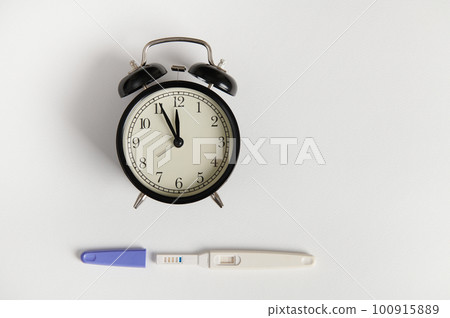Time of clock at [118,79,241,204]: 11:55
